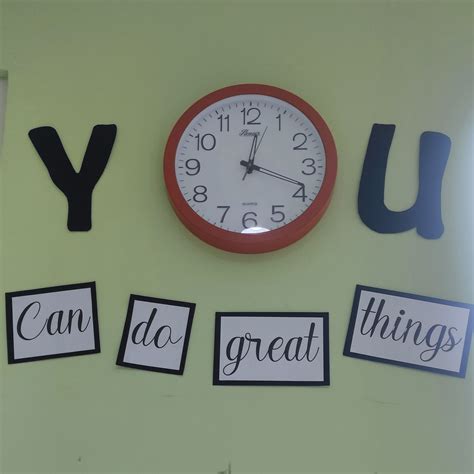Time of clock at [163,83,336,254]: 12:18
